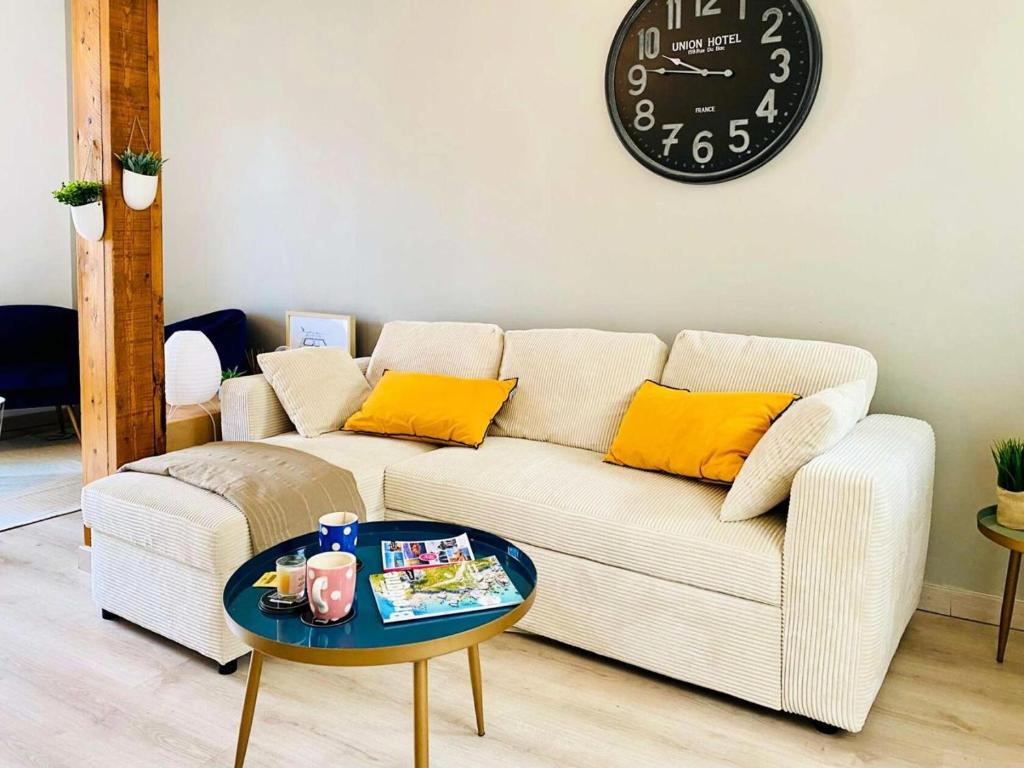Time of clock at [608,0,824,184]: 9:45
